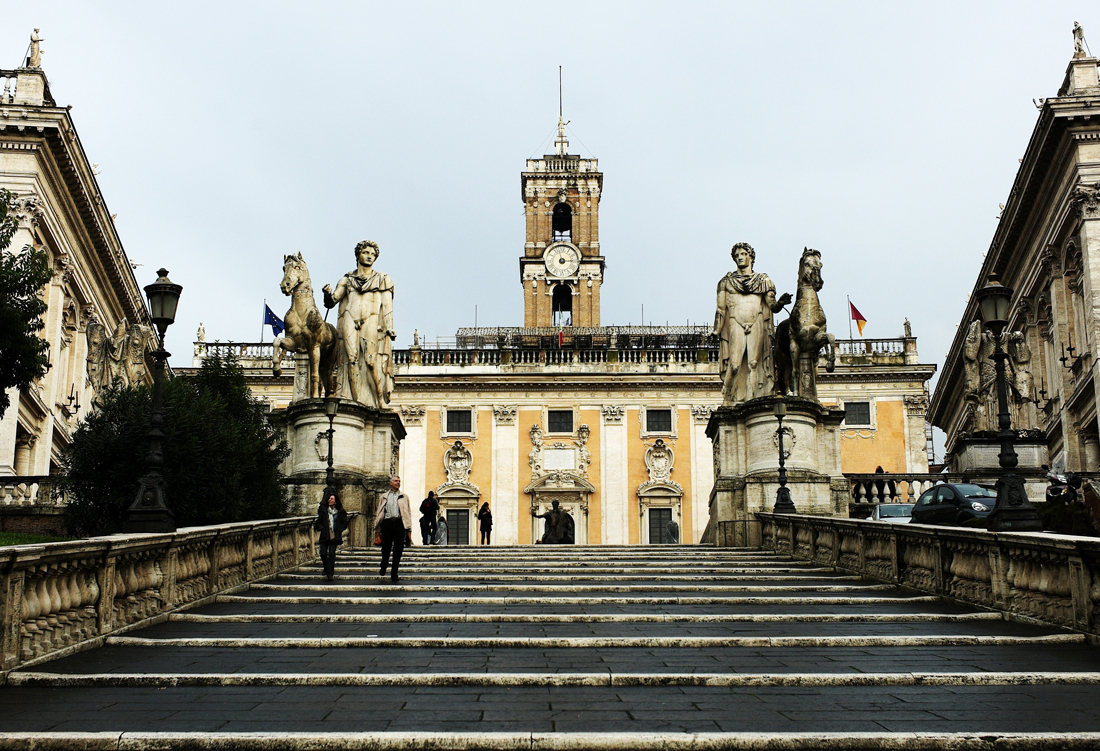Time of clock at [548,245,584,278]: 2:57
